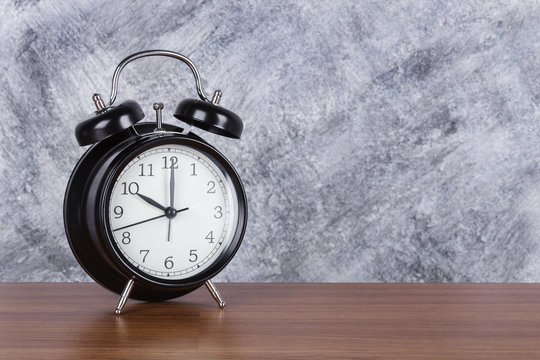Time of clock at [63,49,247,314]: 10:00
